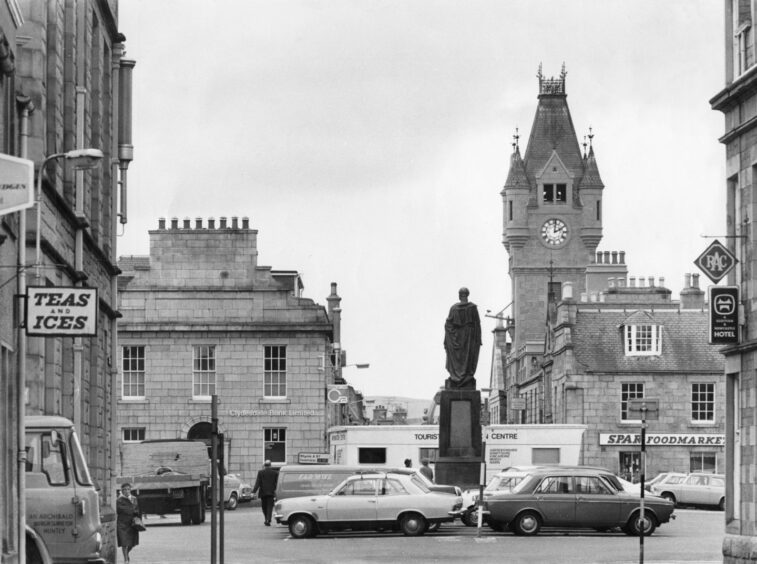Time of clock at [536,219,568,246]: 2:01
